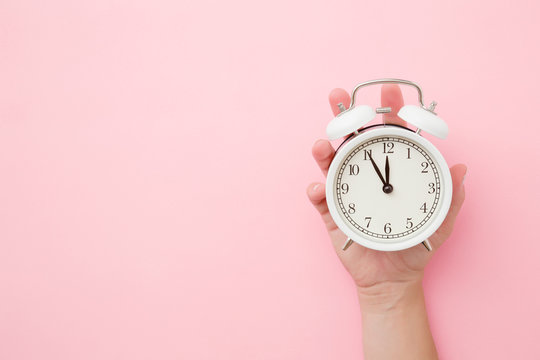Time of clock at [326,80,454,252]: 11:55
